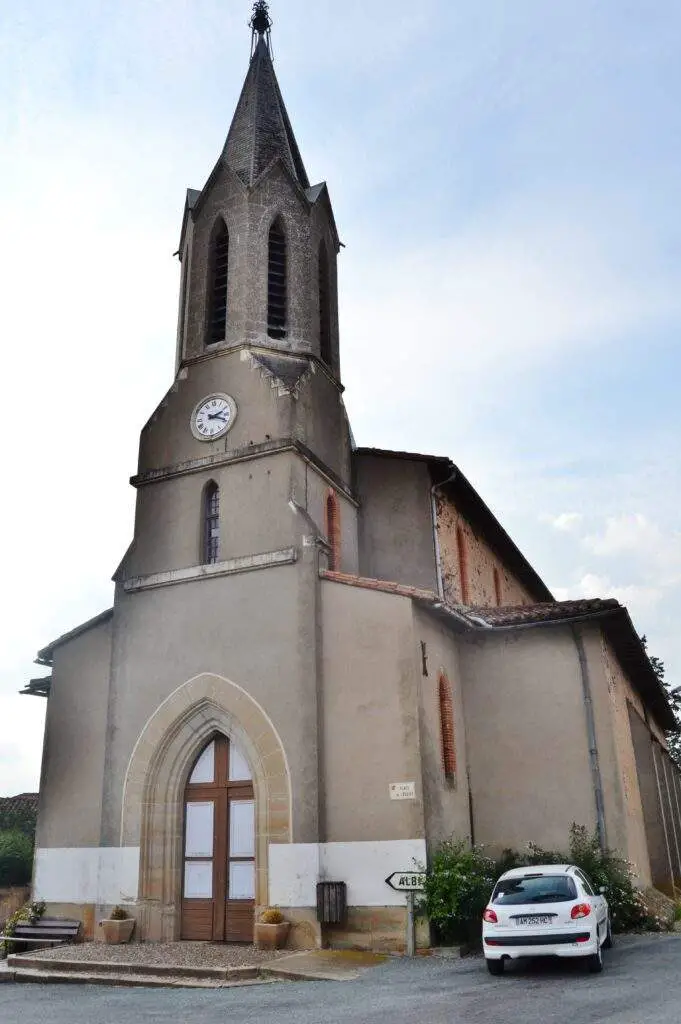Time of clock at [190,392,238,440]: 2:18
